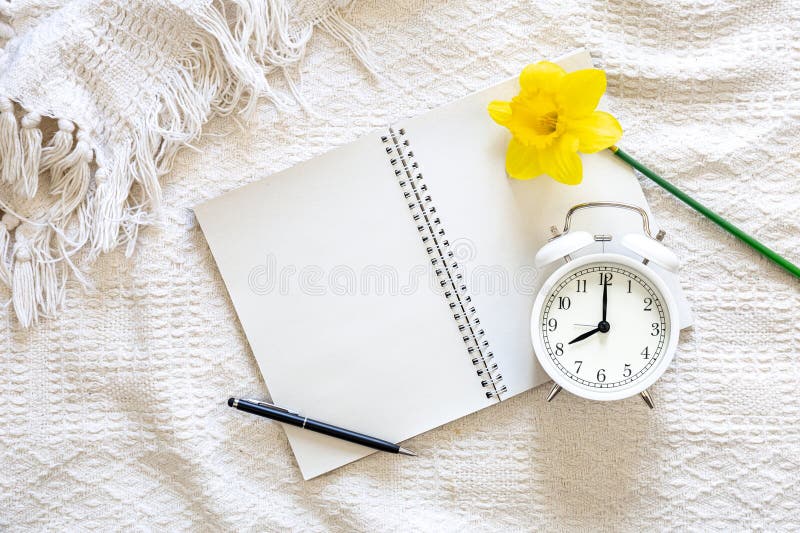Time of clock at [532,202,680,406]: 8:00
